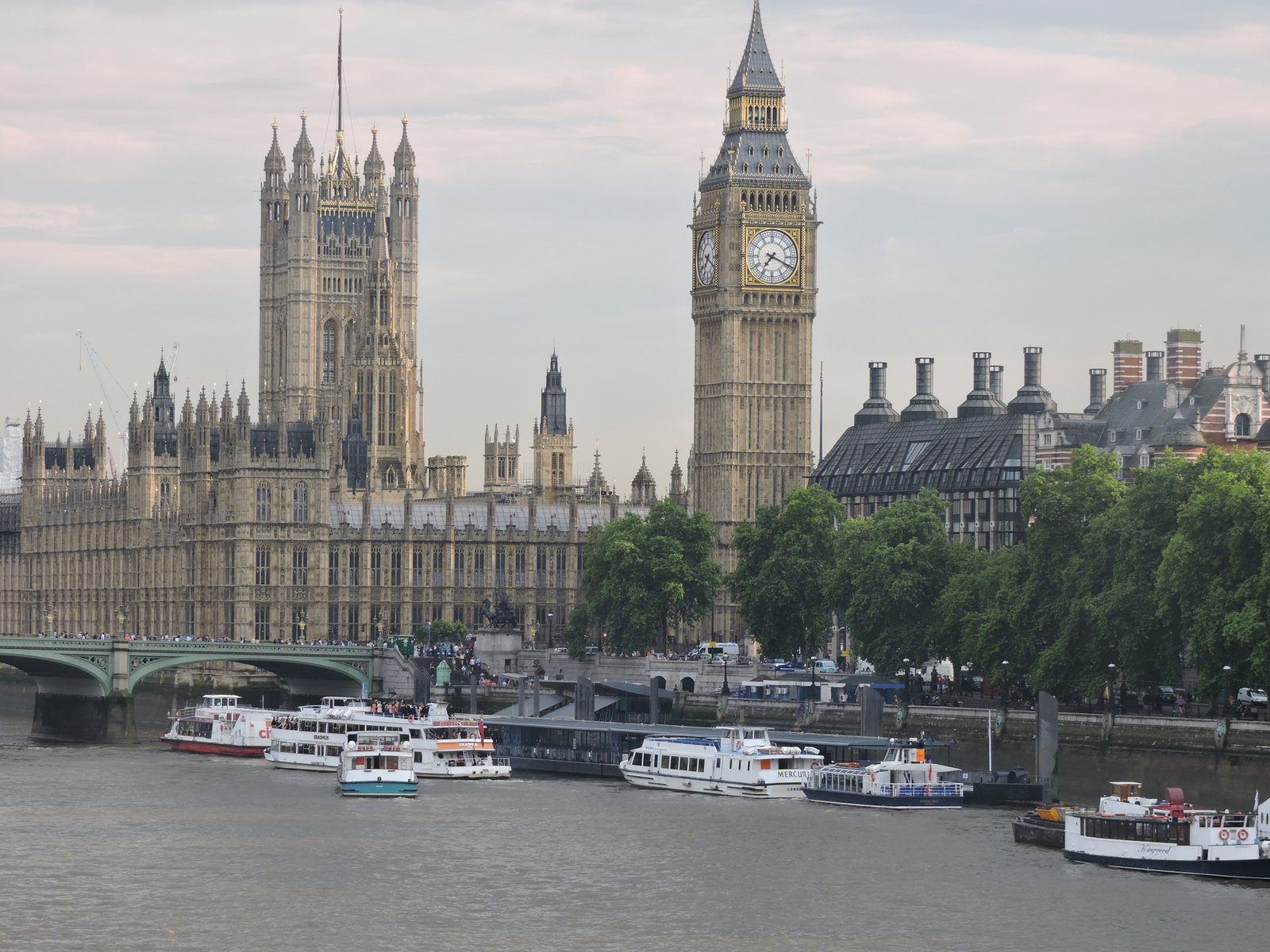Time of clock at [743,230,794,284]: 7:18
